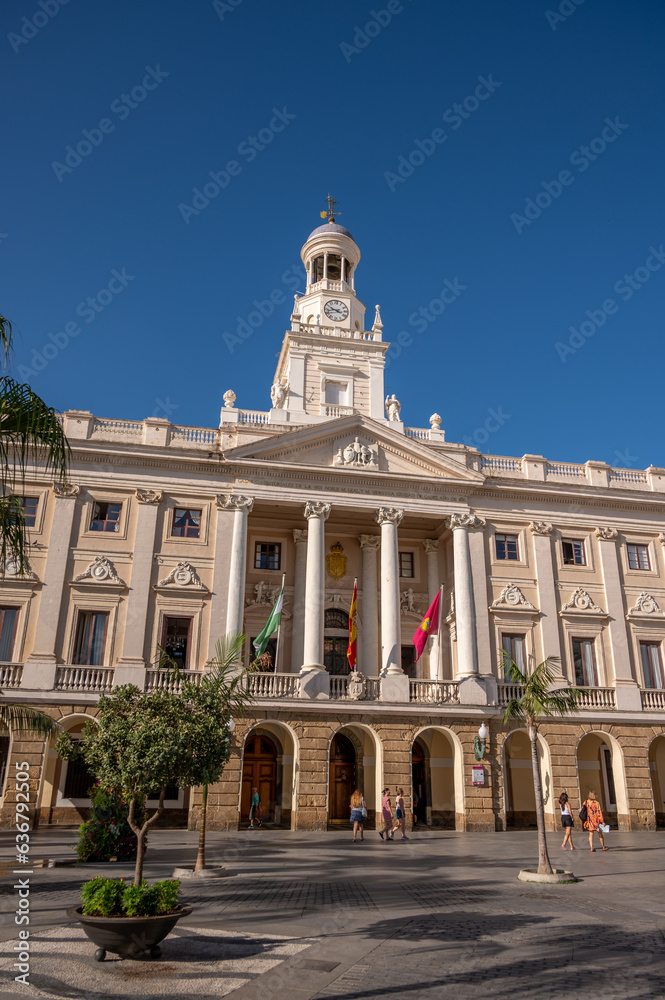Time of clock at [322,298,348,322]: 9:42
